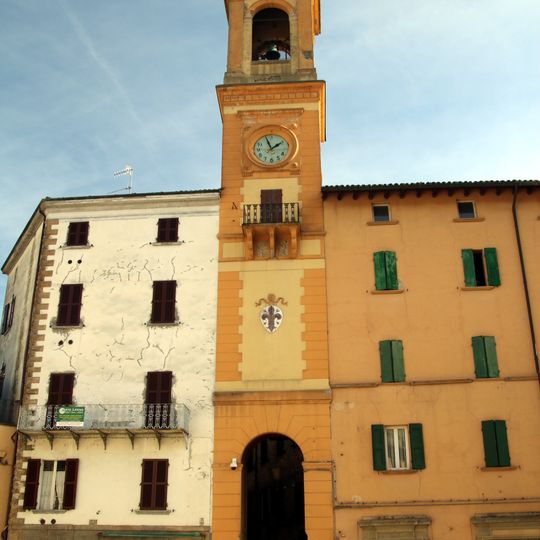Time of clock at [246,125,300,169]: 1:56
